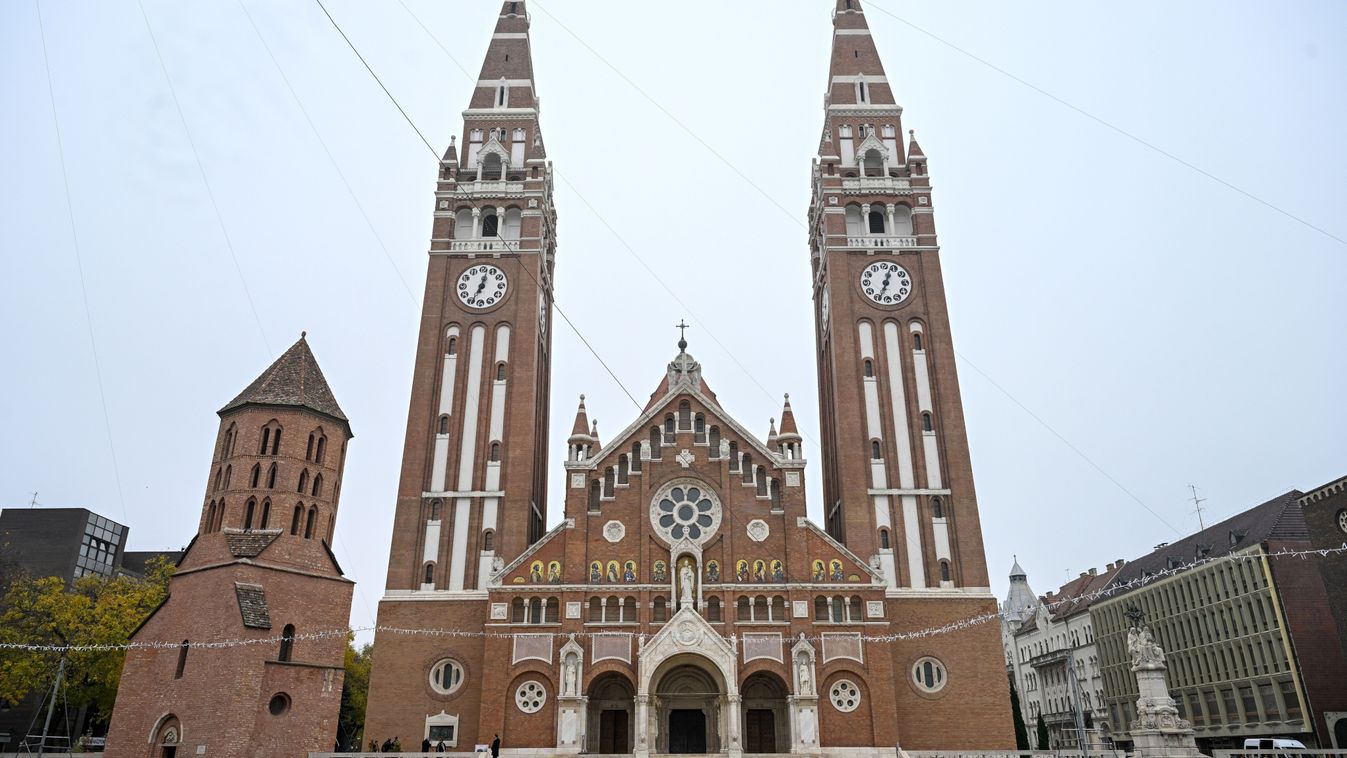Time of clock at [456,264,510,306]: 7:02
